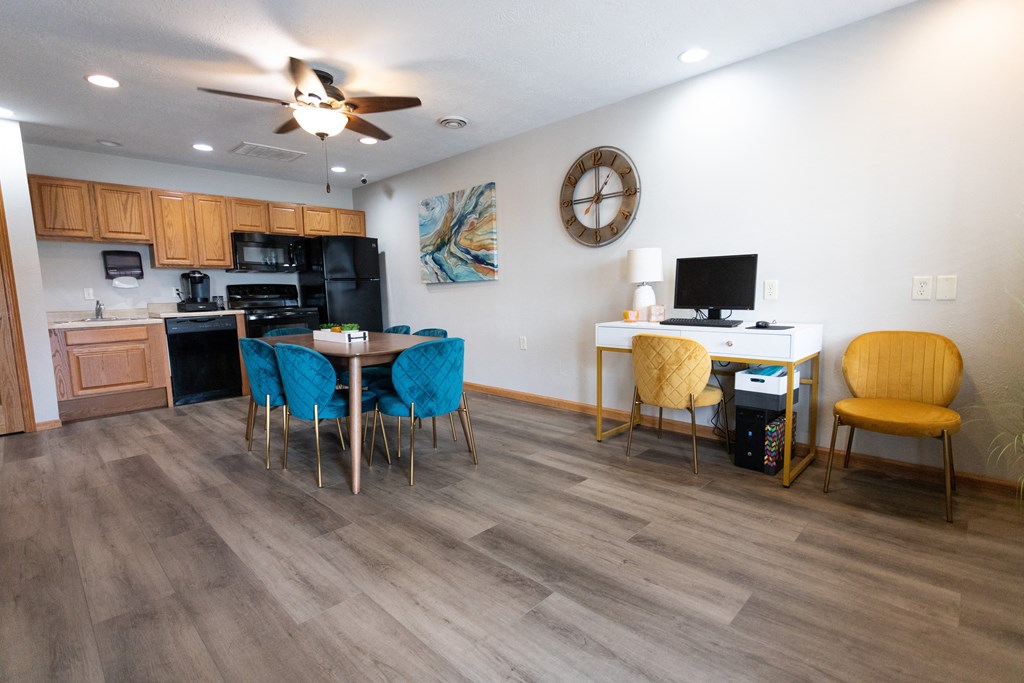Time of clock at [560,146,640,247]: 1:14
